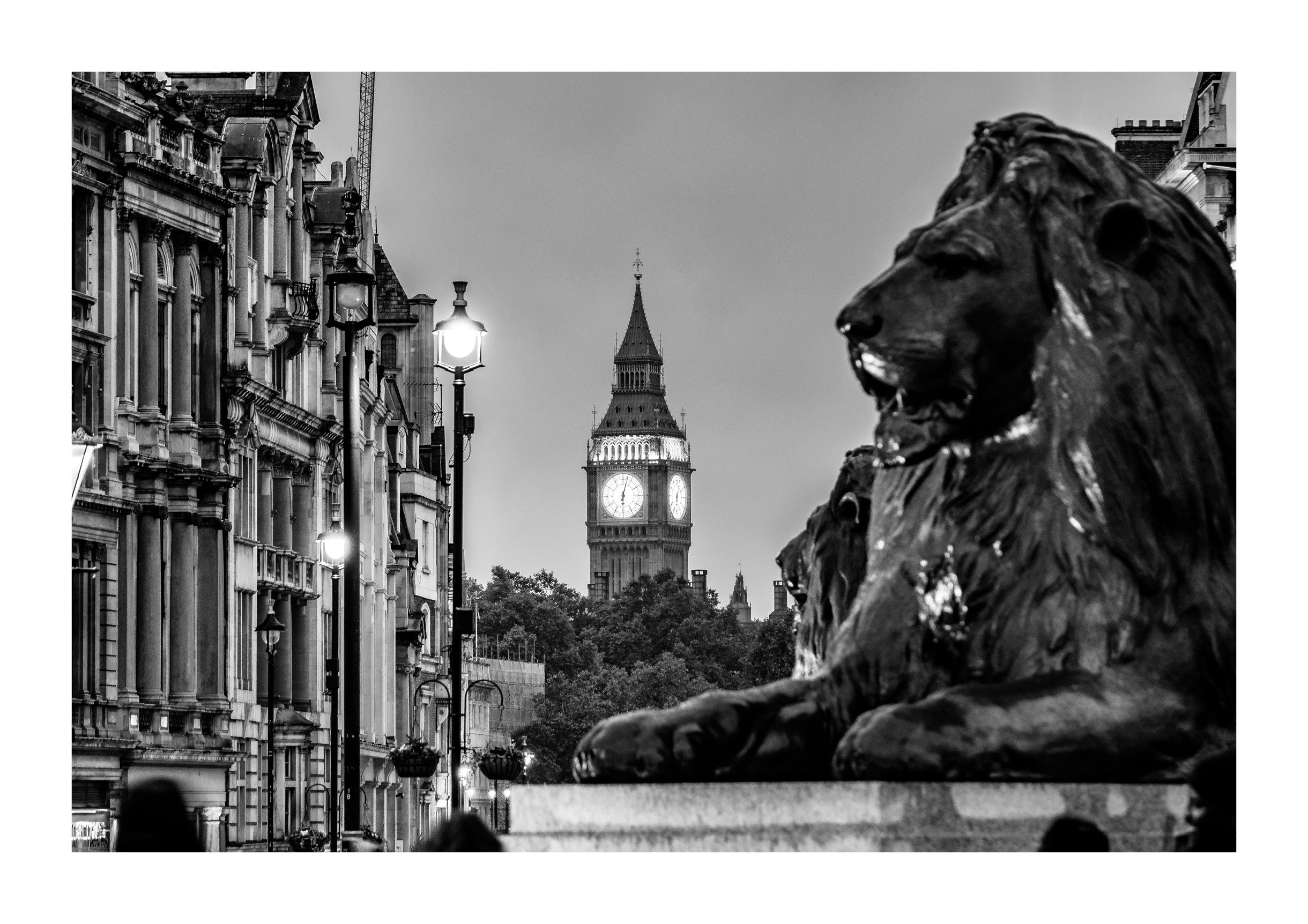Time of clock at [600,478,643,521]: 6:02
